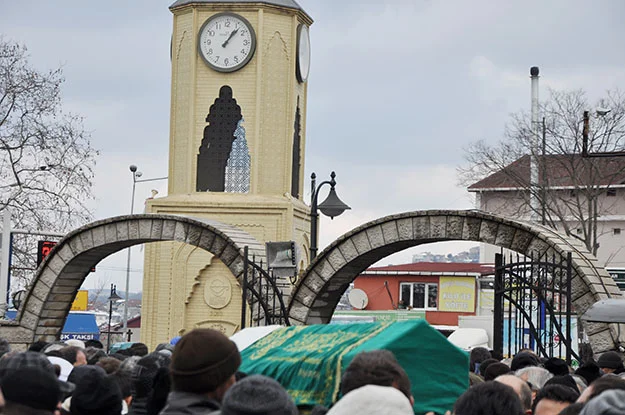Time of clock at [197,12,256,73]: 1:07
